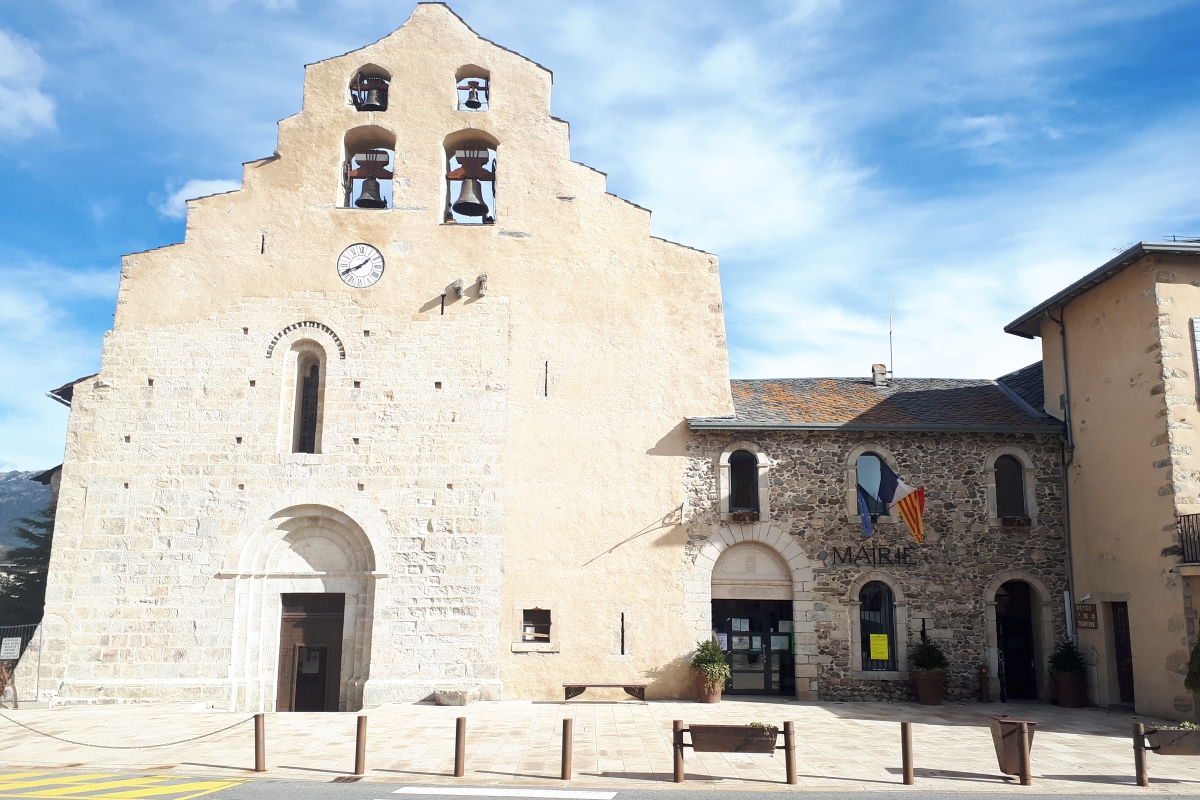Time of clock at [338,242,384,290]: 1:41
